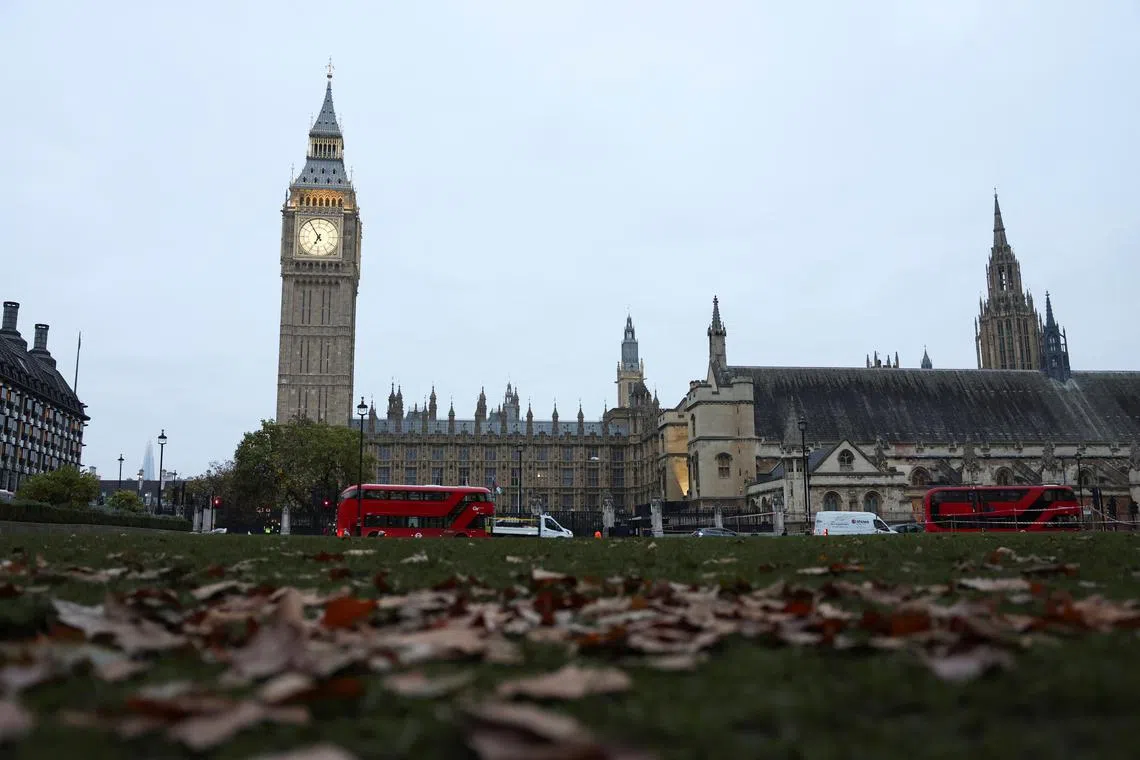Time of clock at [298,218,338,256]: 6:54
